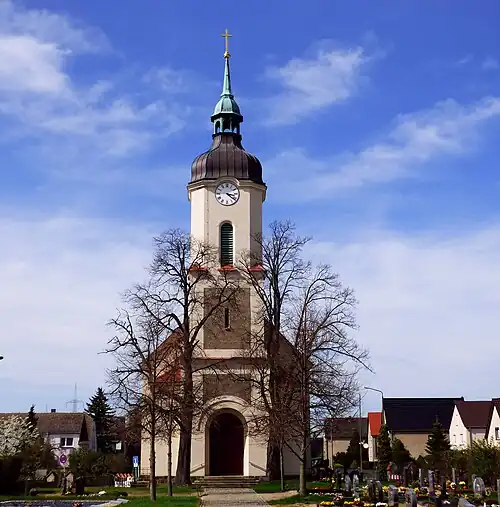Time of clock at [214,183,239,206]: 3:21
